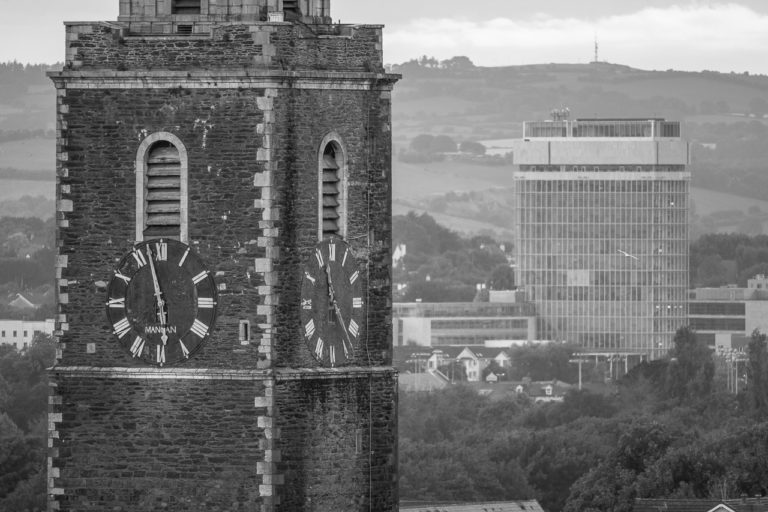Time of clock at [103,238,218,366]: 5:57
